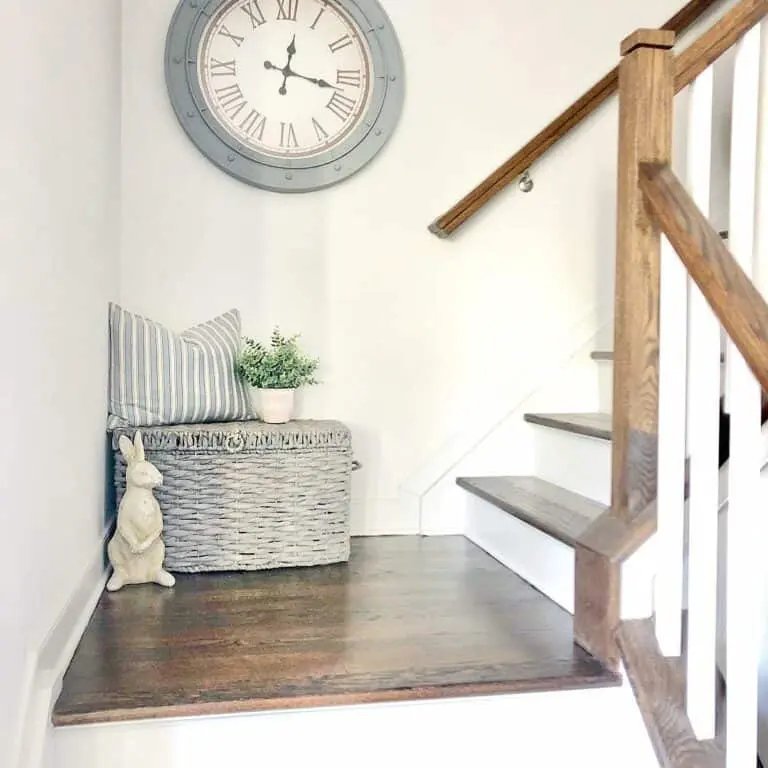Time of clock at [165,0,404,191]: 12:17
